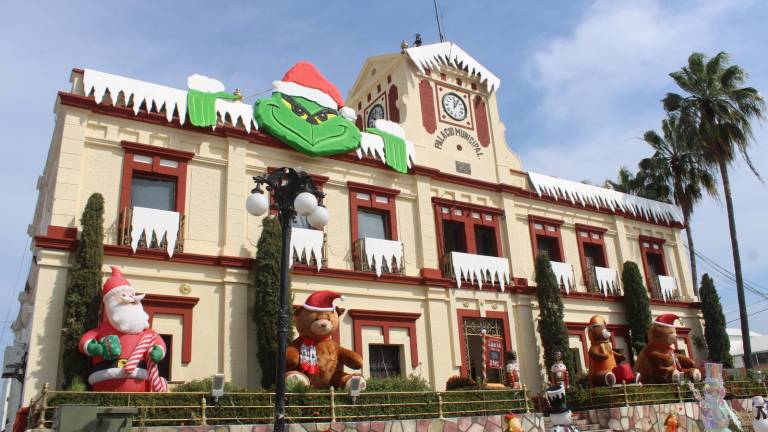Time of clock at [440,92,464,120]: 12:05
